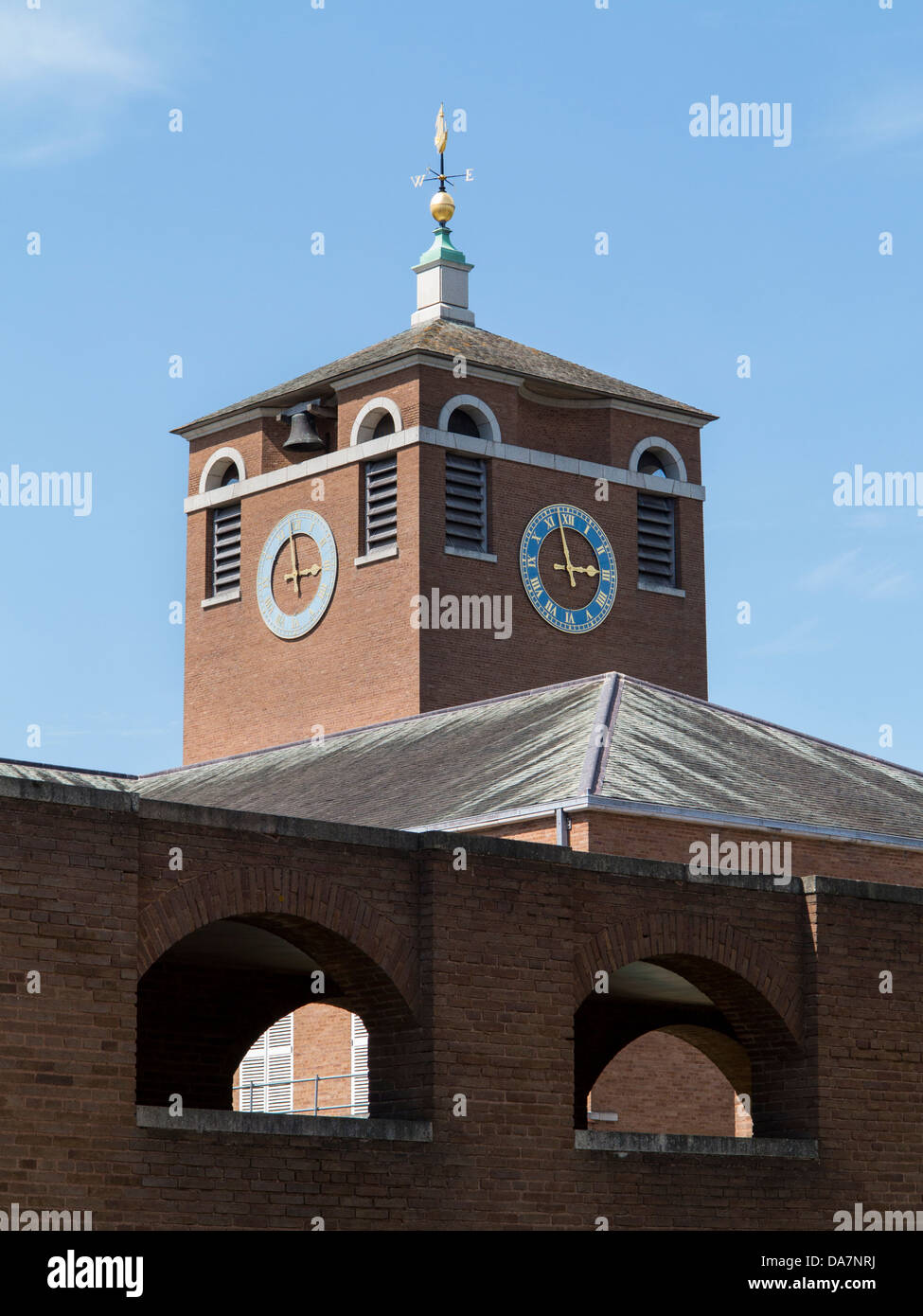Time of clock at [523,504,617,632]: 2:57
